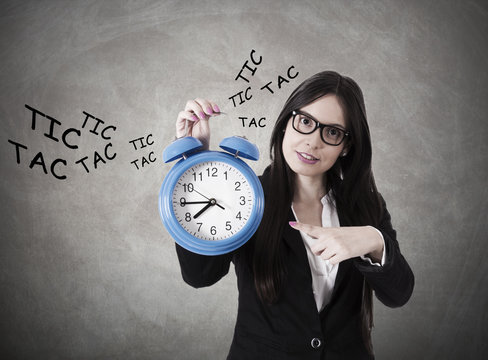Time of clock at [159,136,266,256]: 7:44
